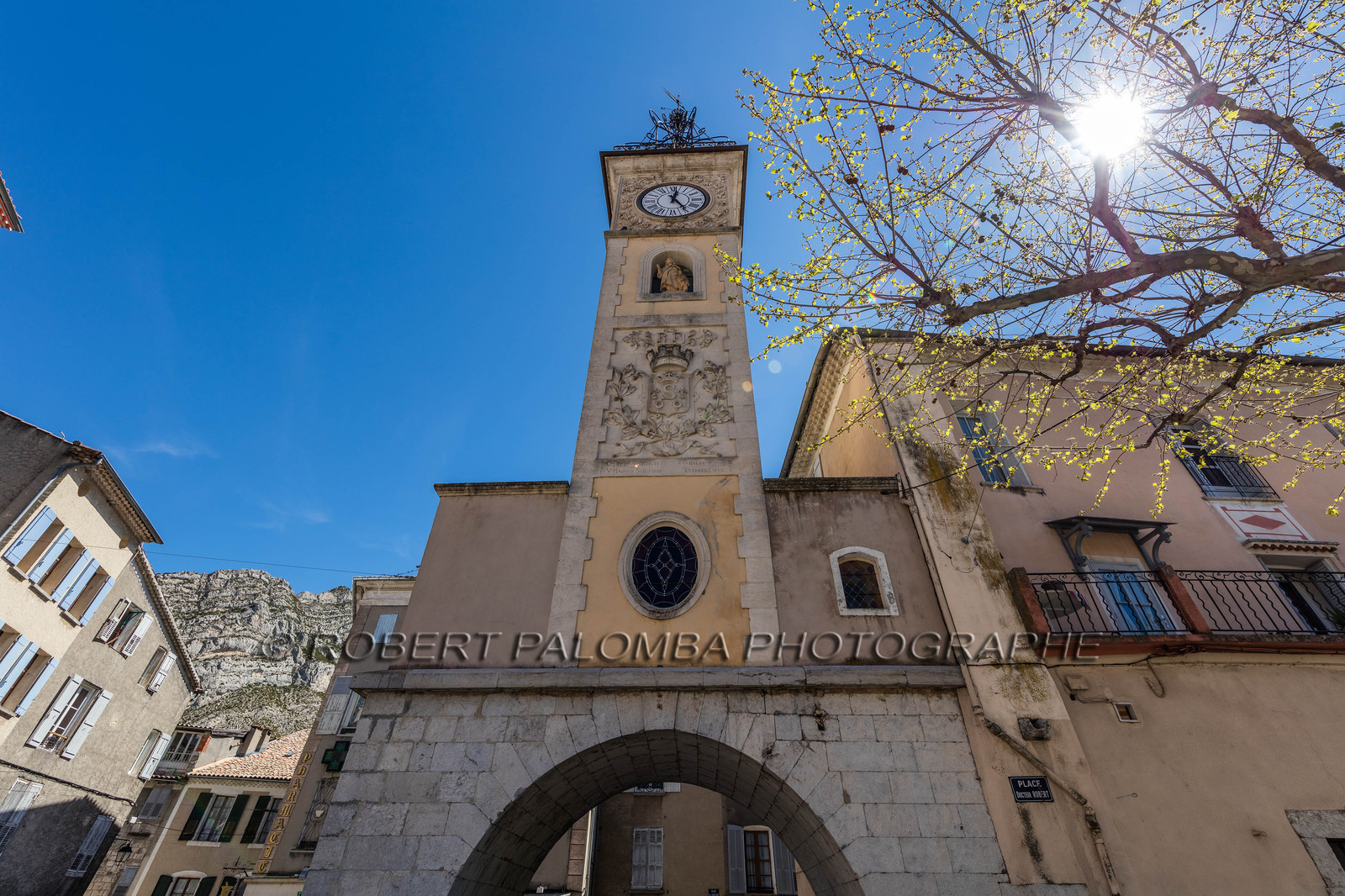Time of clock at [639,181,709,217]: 12:24
